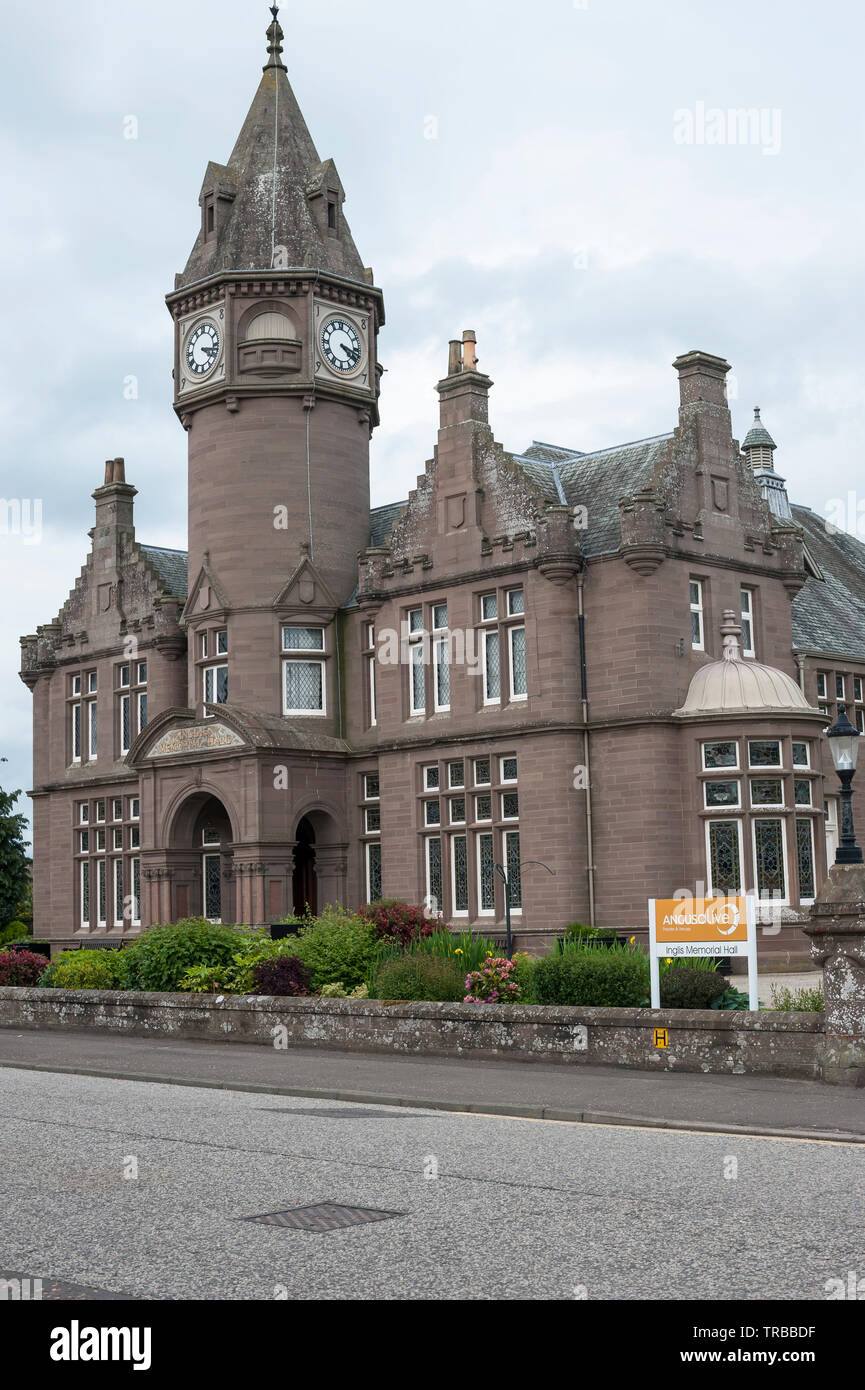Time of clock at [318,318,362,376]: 4:17
